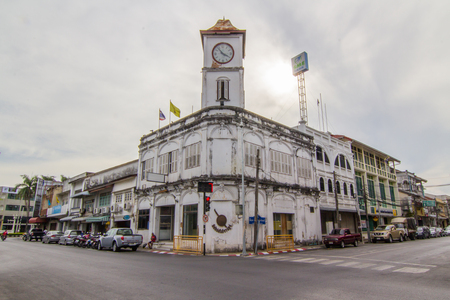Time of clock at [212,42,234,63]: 3:53
